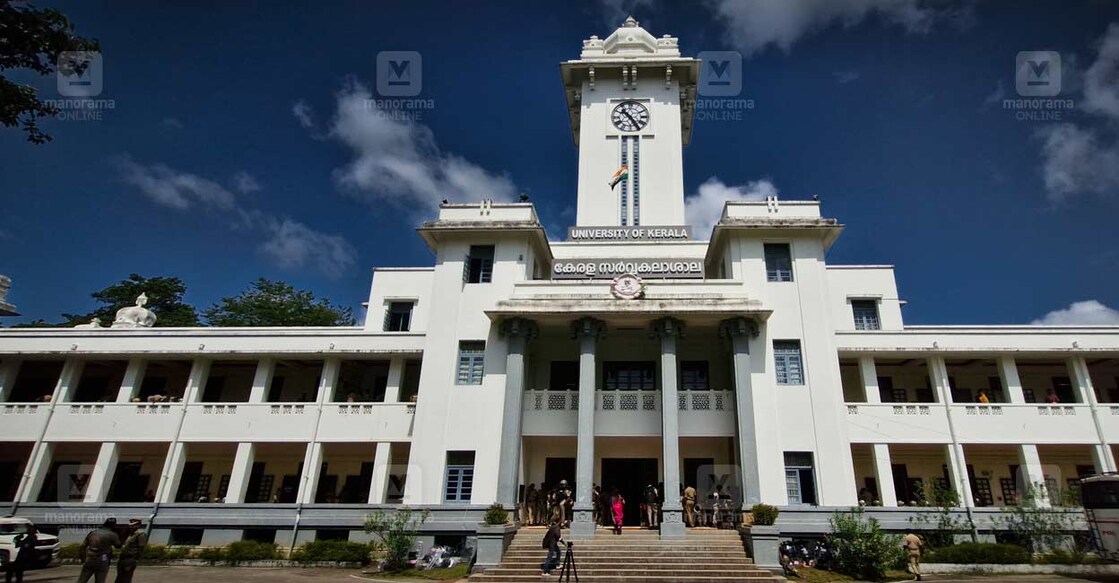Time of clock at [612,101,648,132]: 10:24
